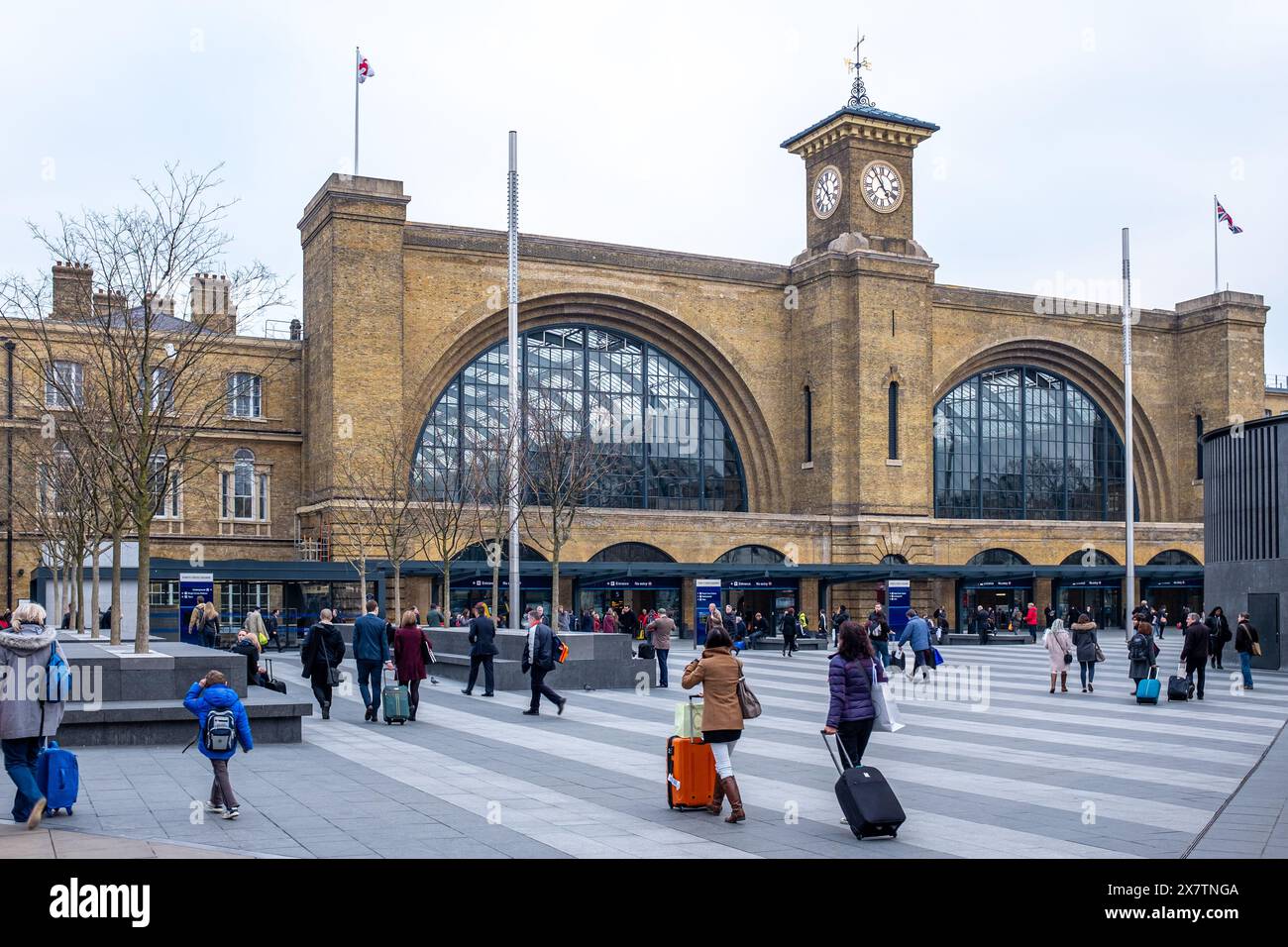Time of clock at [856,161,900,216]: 4:54
